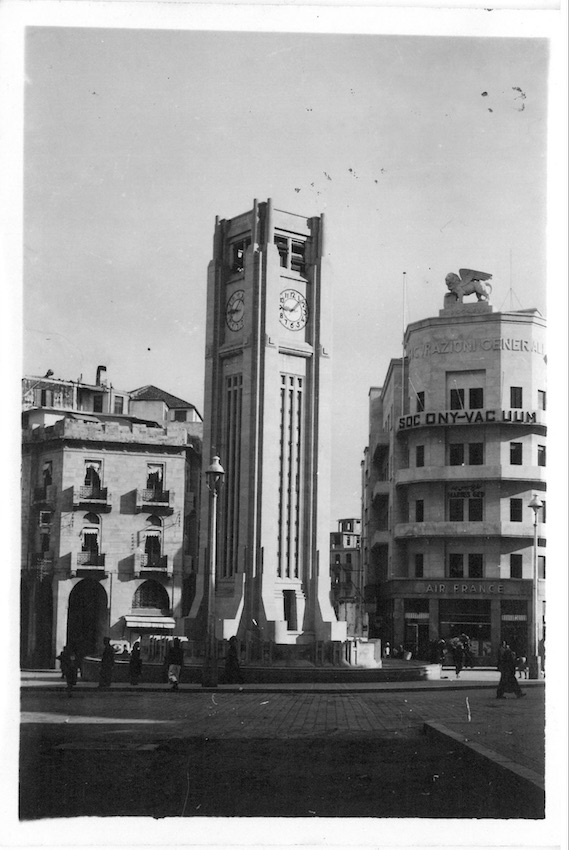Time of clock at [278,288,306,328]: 9:07
